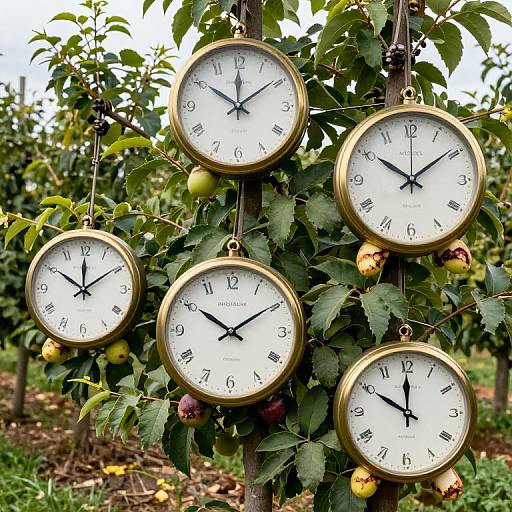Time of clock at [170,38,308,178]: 11:50
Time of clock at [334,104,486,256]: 10:08
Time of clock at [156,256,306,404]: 10:09
